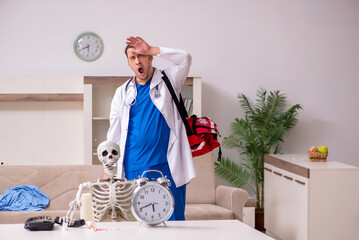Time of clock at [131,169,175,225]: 5:41
